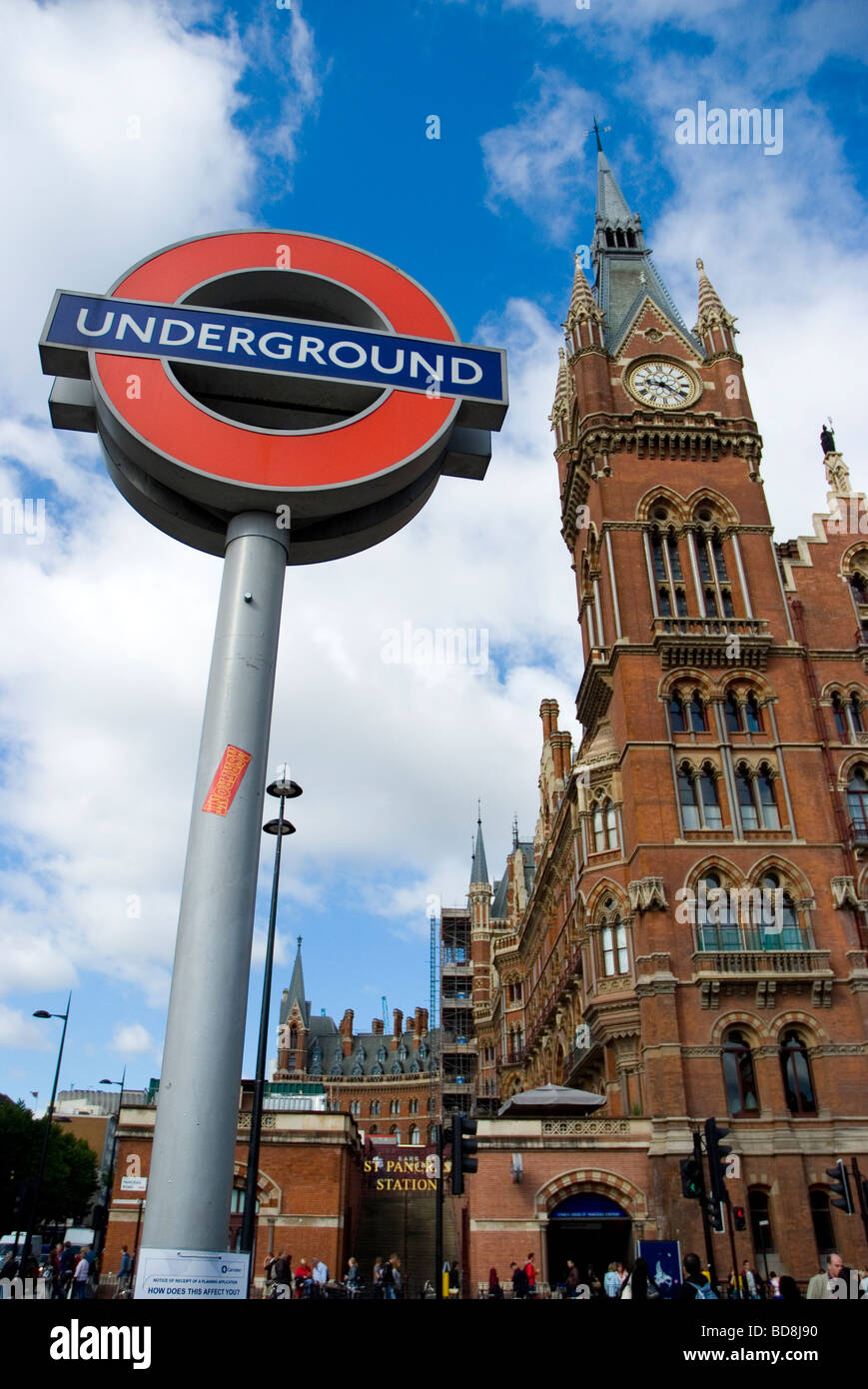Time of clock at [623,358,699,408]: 9:21
